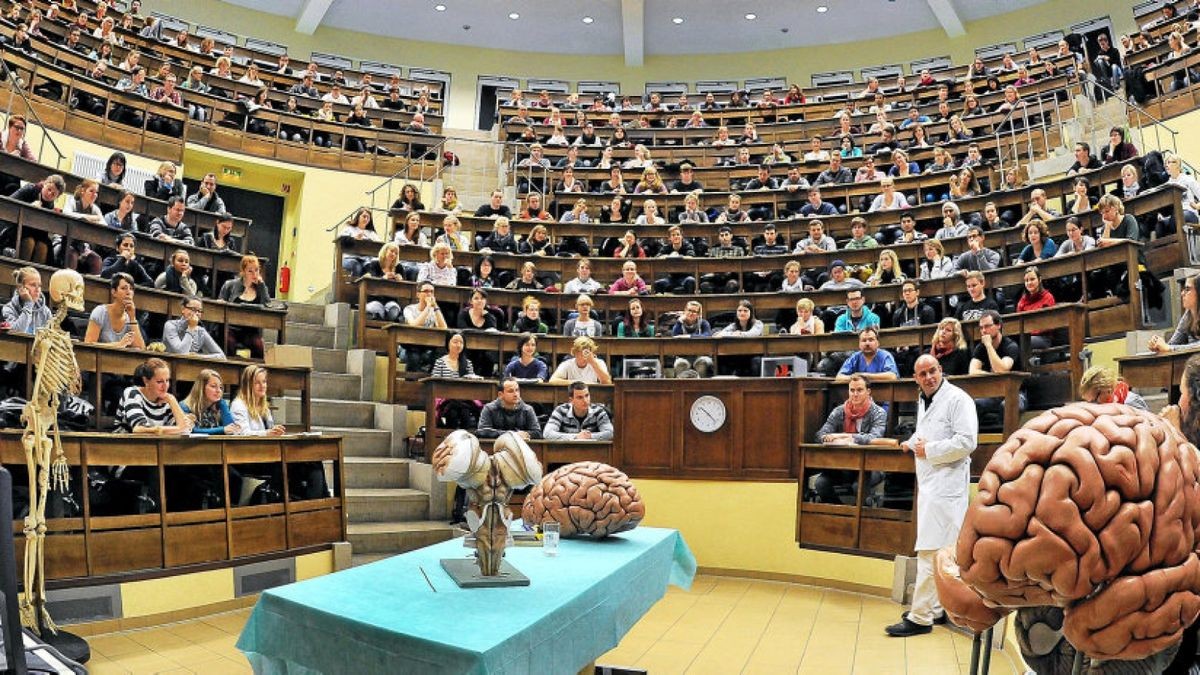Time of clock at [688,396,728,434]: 10:22
